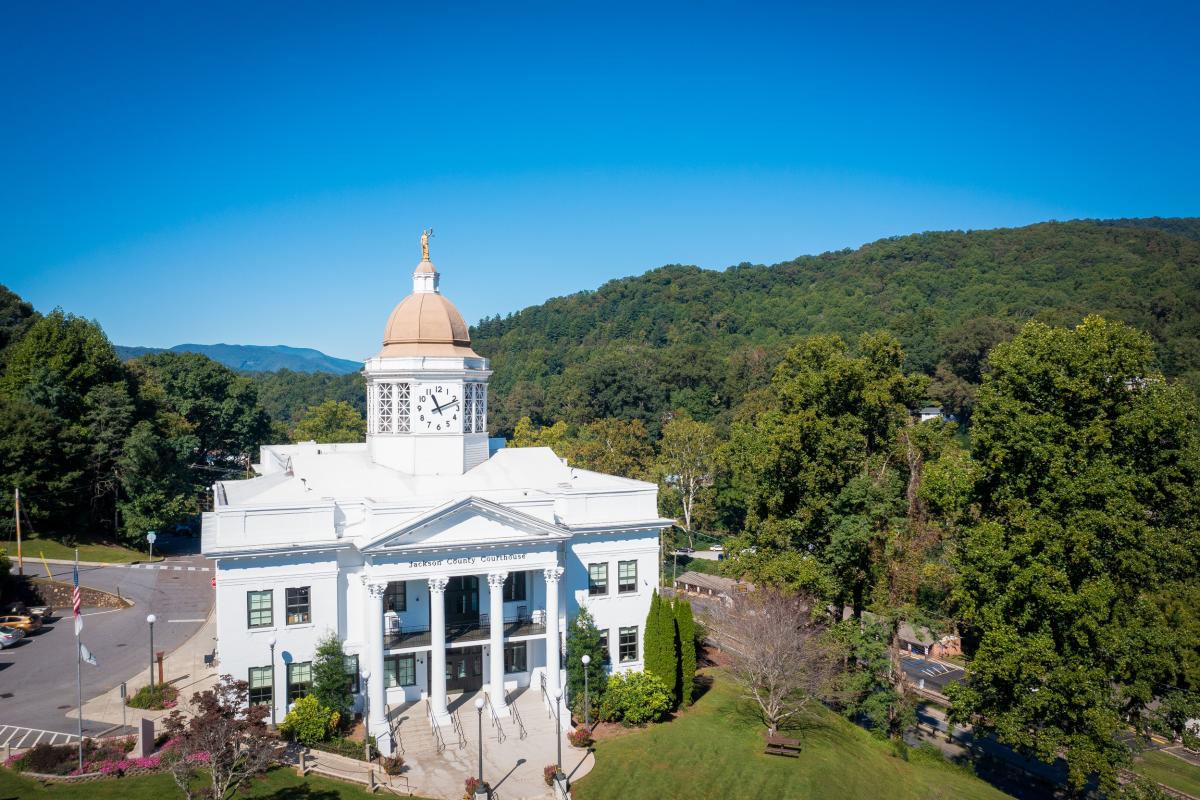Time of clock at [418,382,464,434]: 11:11
